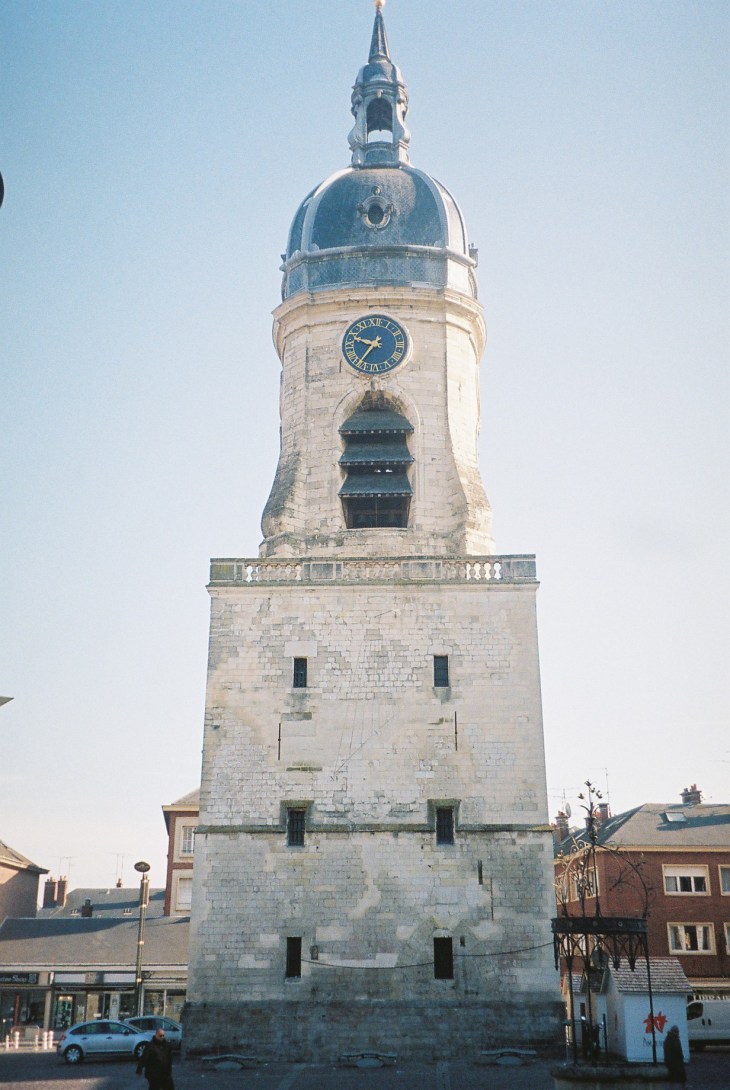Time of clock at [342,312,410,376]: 9:36
